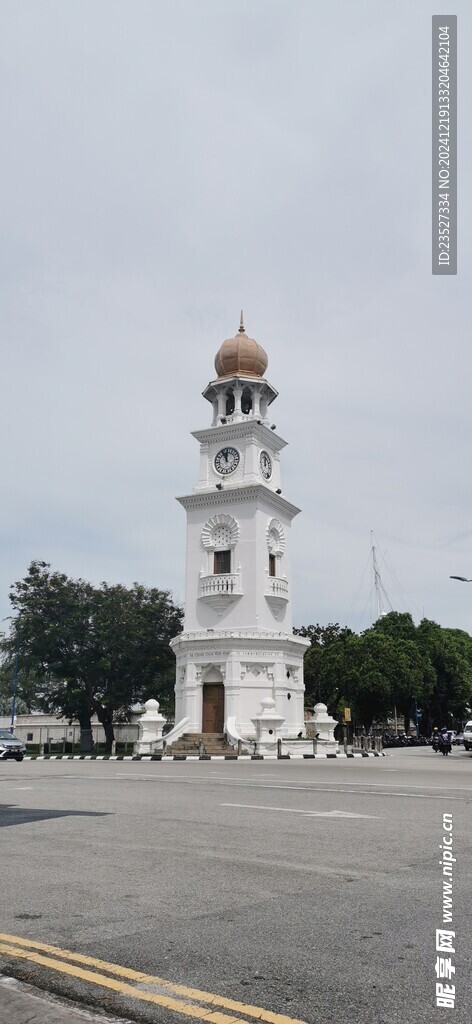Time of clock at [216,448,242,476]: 11:55
